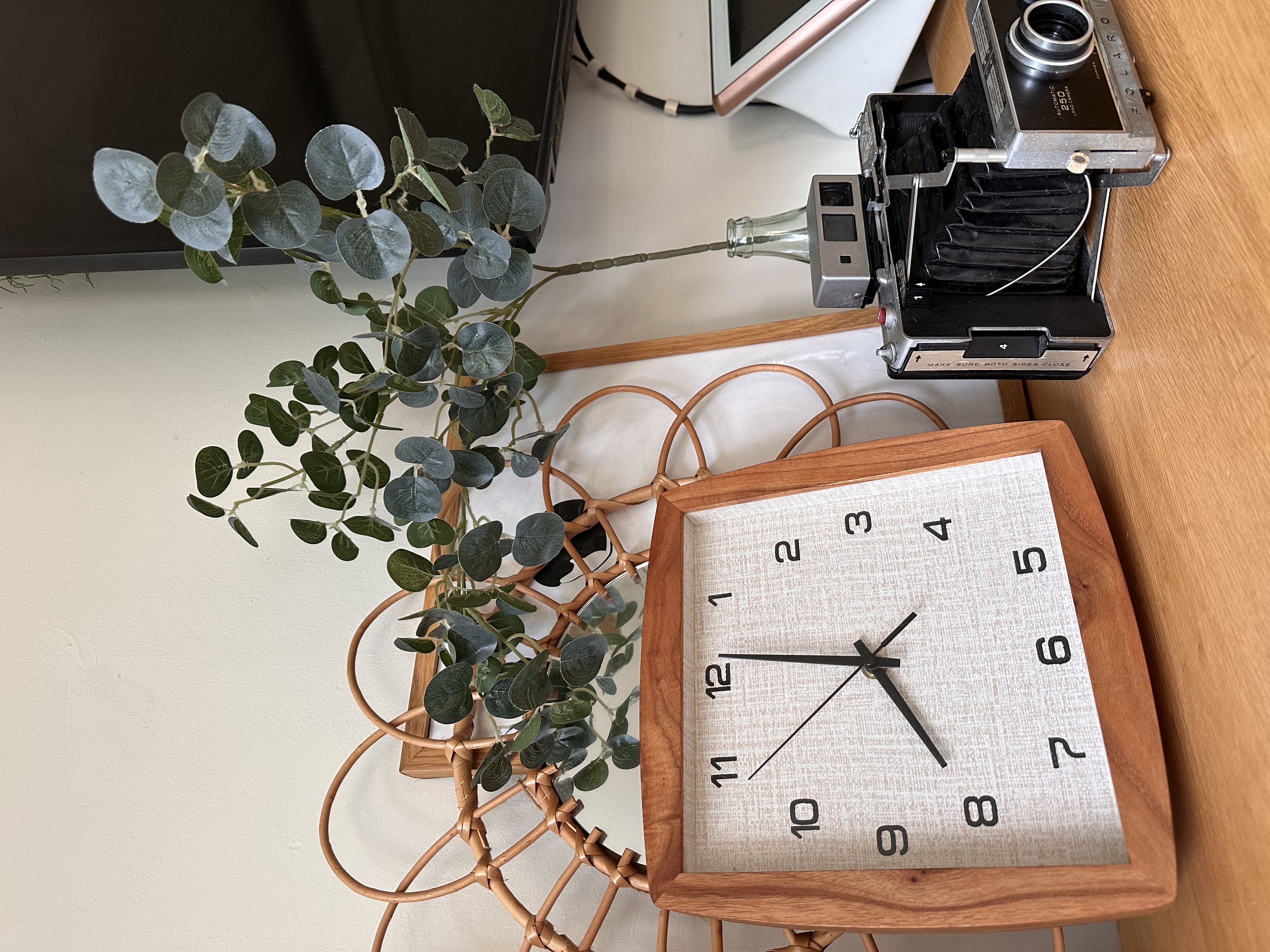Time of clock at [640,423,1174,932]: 4:46
